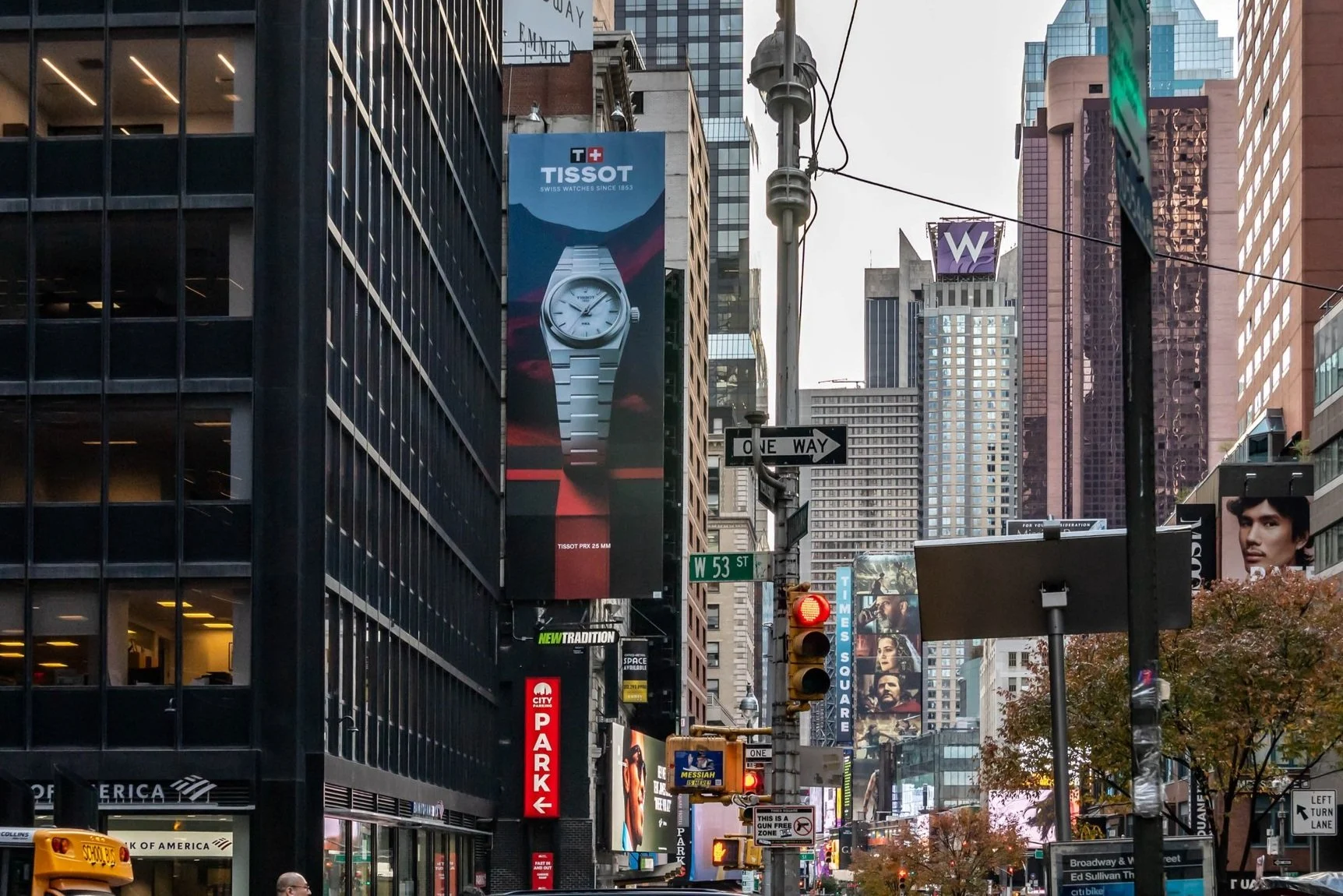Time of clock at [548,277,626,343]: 10:07
